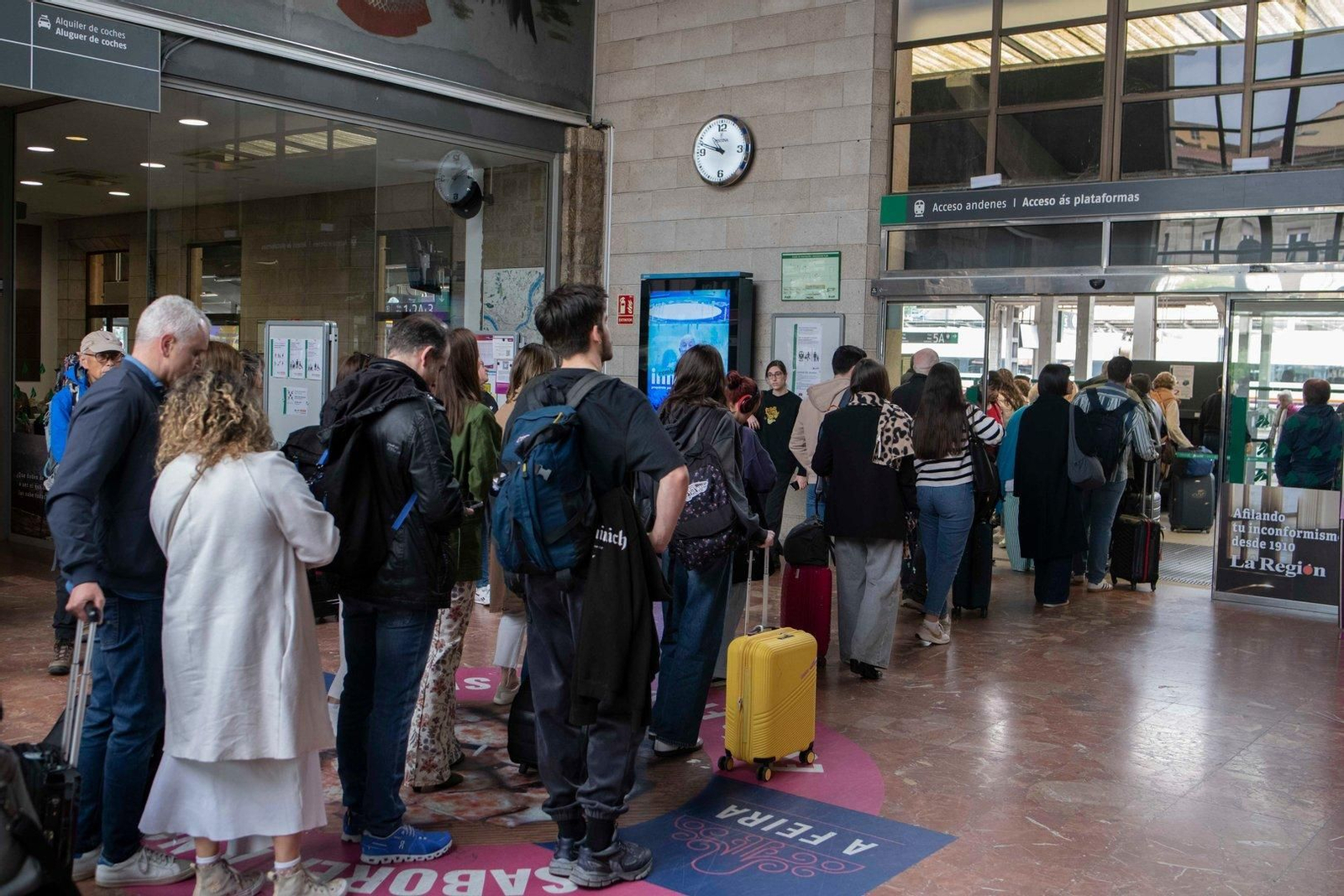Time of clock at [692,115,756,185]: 10:48
